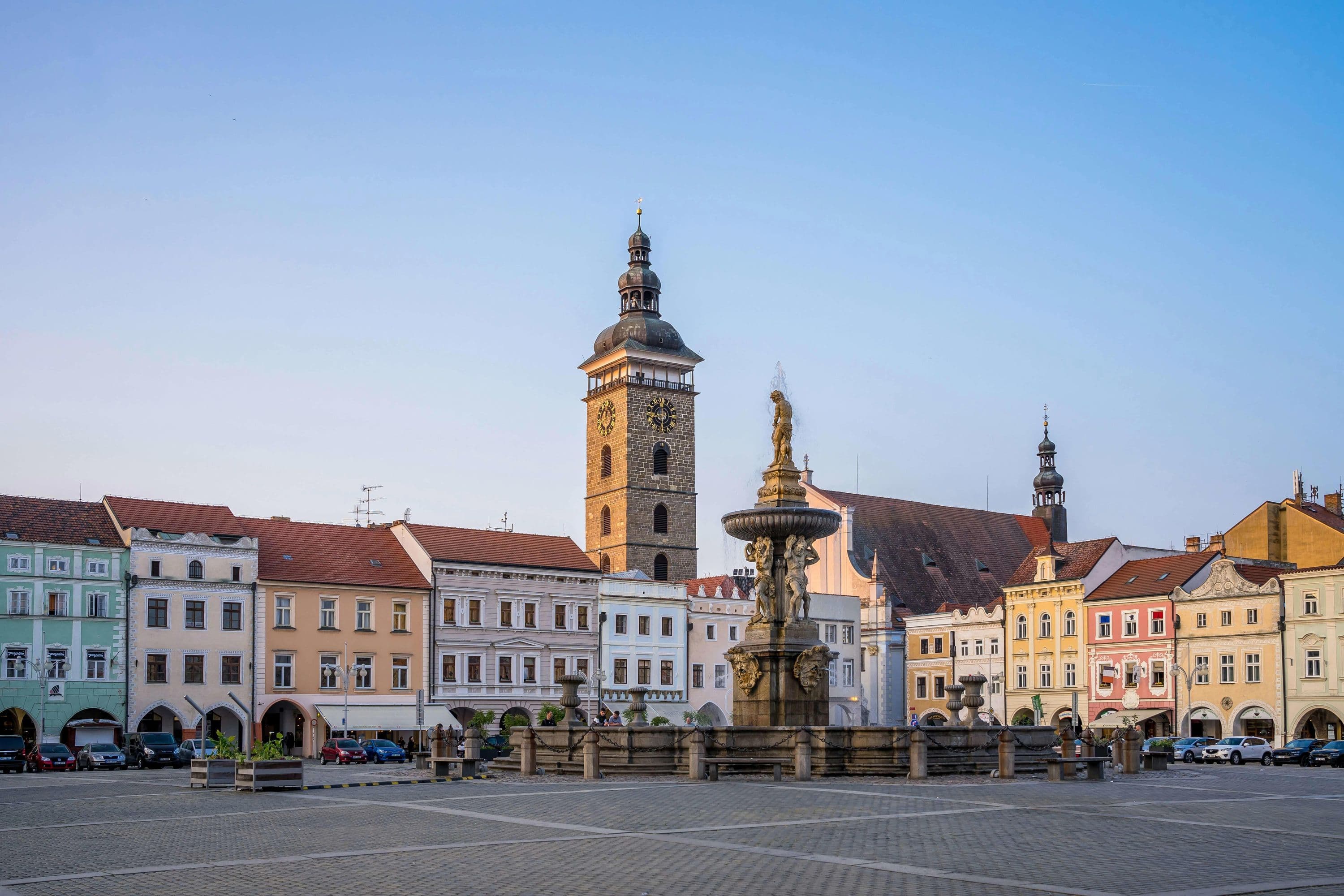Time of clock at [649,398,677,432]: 8:30
